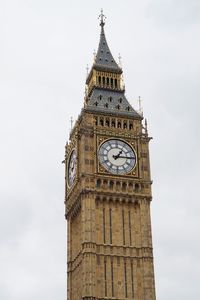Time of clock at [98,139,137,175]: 1:14
